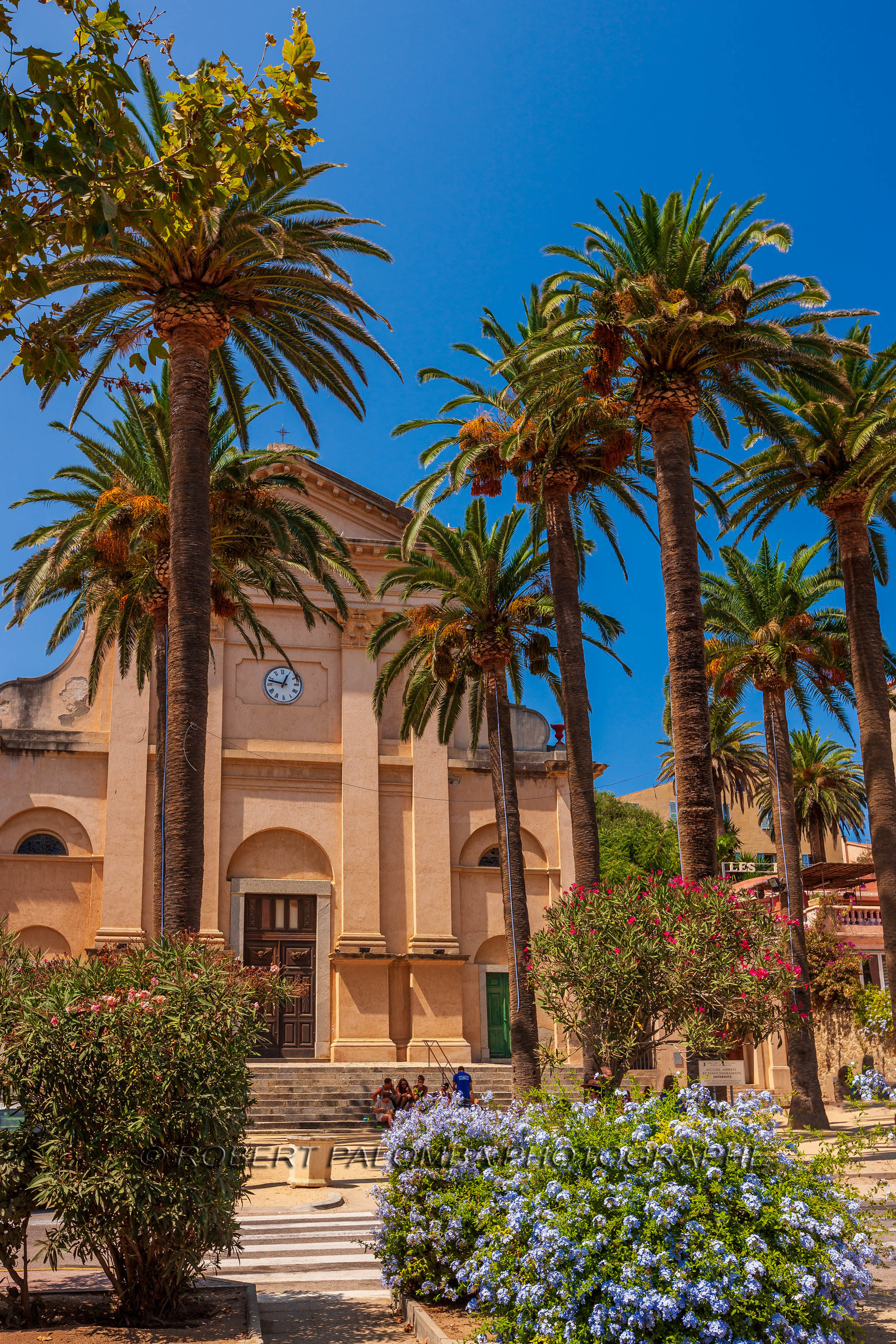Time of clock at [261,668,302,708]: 12:47
